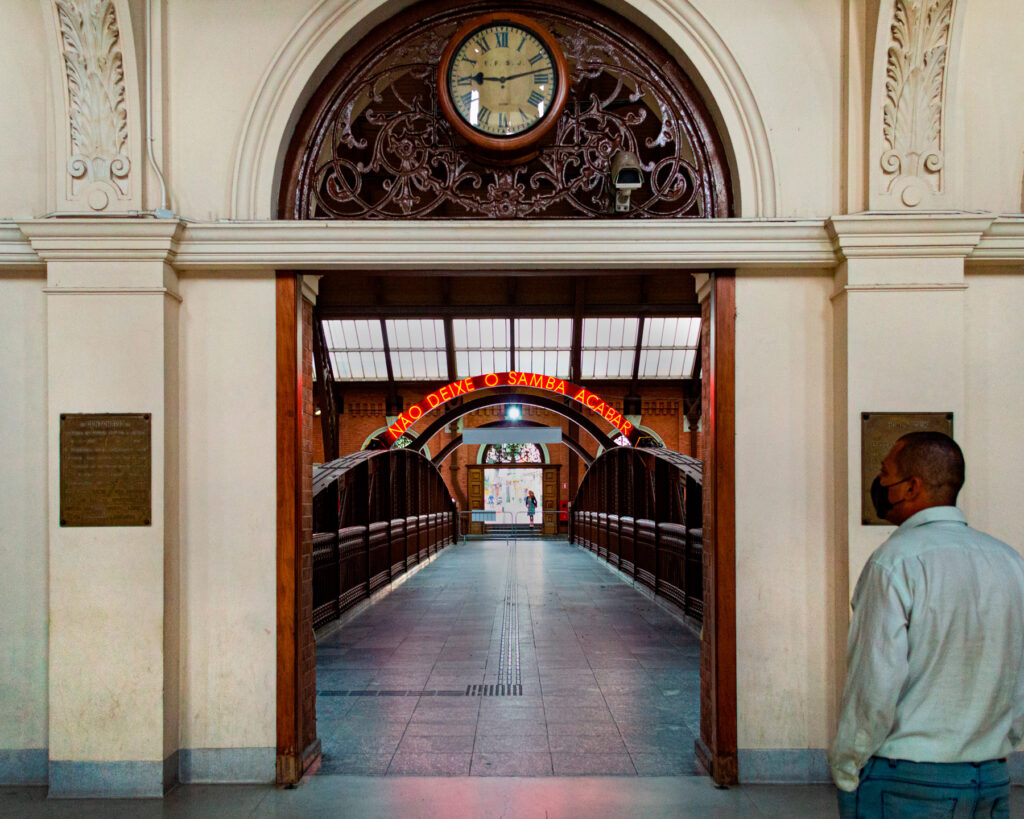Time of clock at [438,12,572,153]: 9:12
